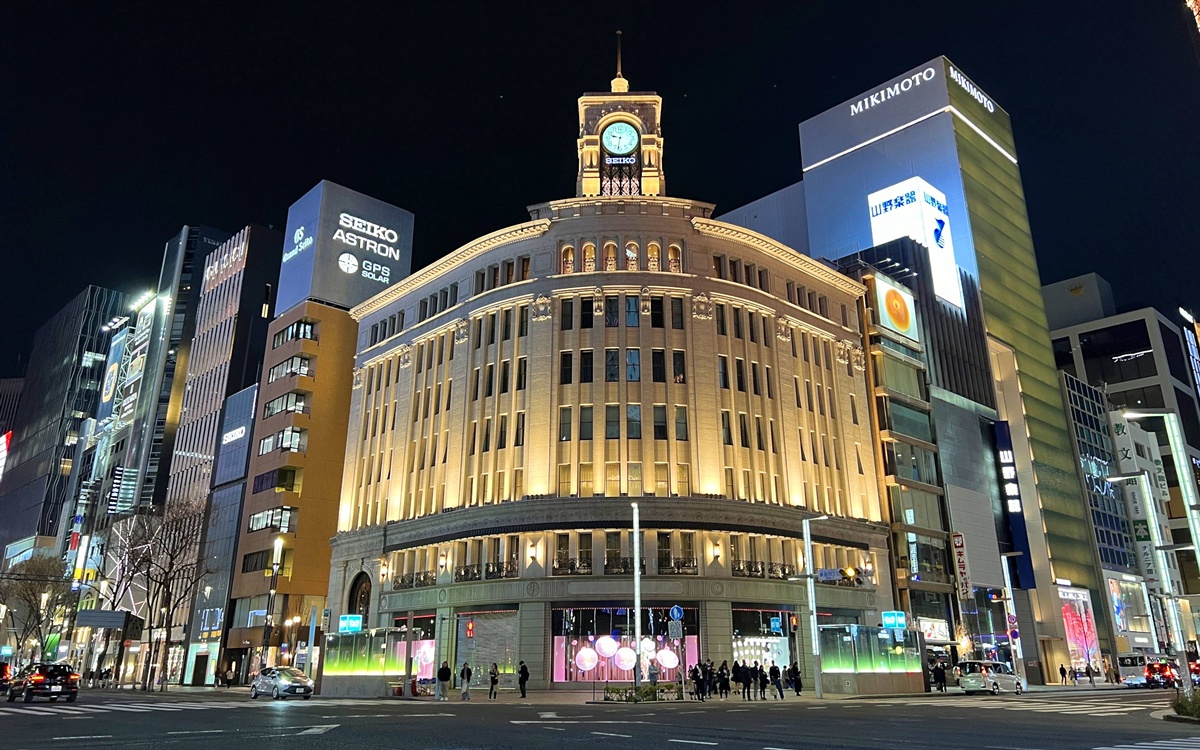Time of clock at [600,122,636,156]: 9:31
